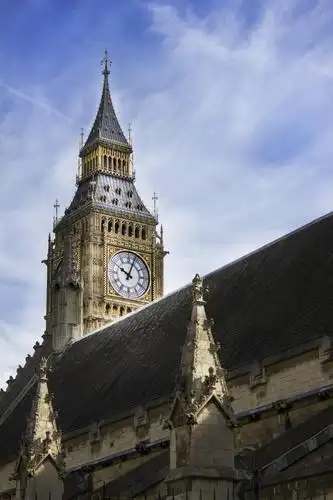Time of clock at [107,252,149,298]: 10:03
